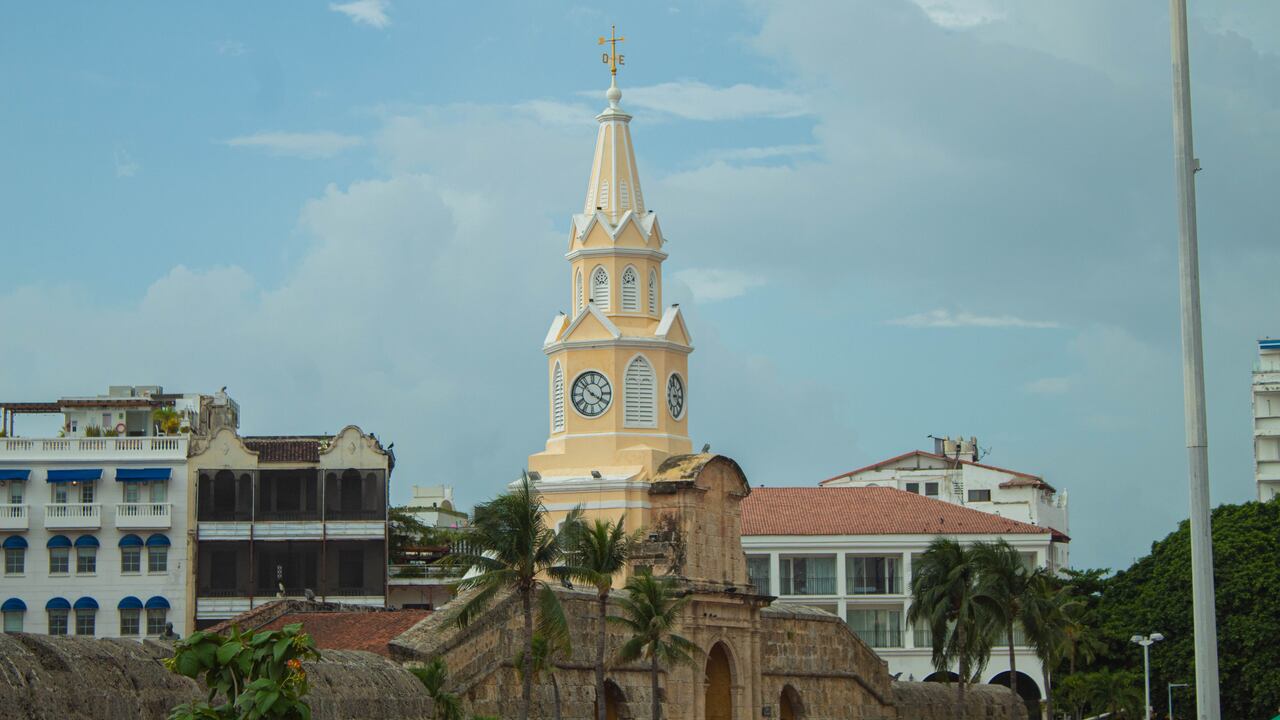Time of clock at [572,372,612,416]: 3:52
